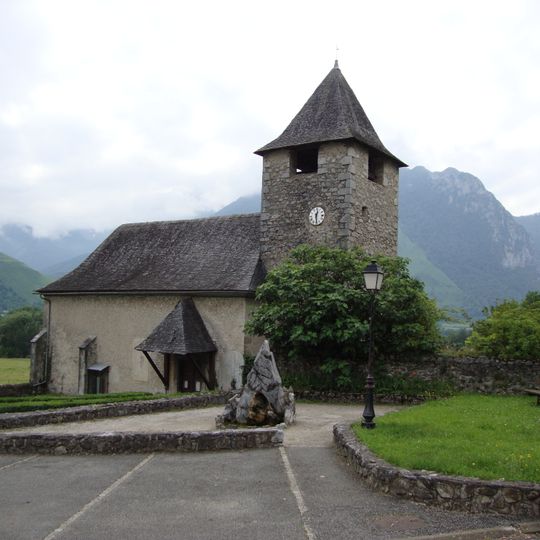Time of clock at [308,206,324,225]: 12:28
